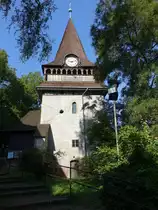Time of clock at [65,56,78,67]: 9:12
